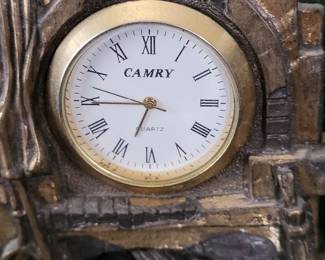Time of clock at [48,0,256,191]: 6:44
